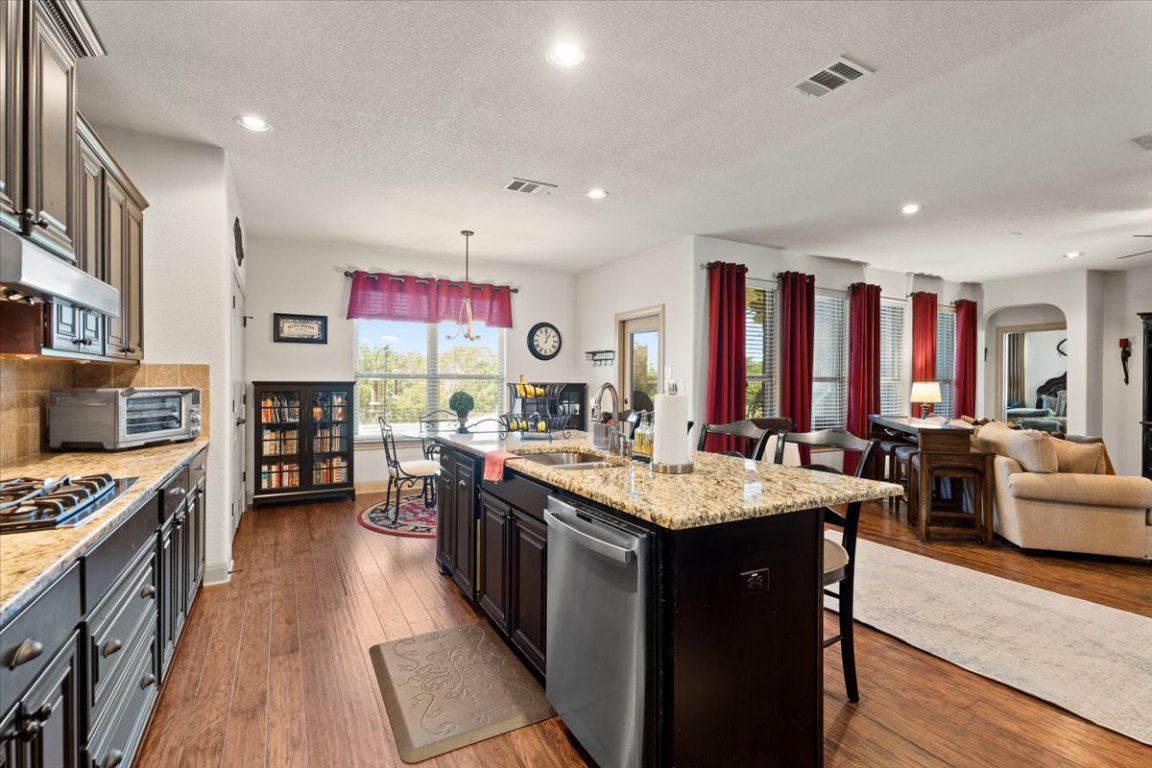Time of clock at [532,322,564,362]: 1:00
